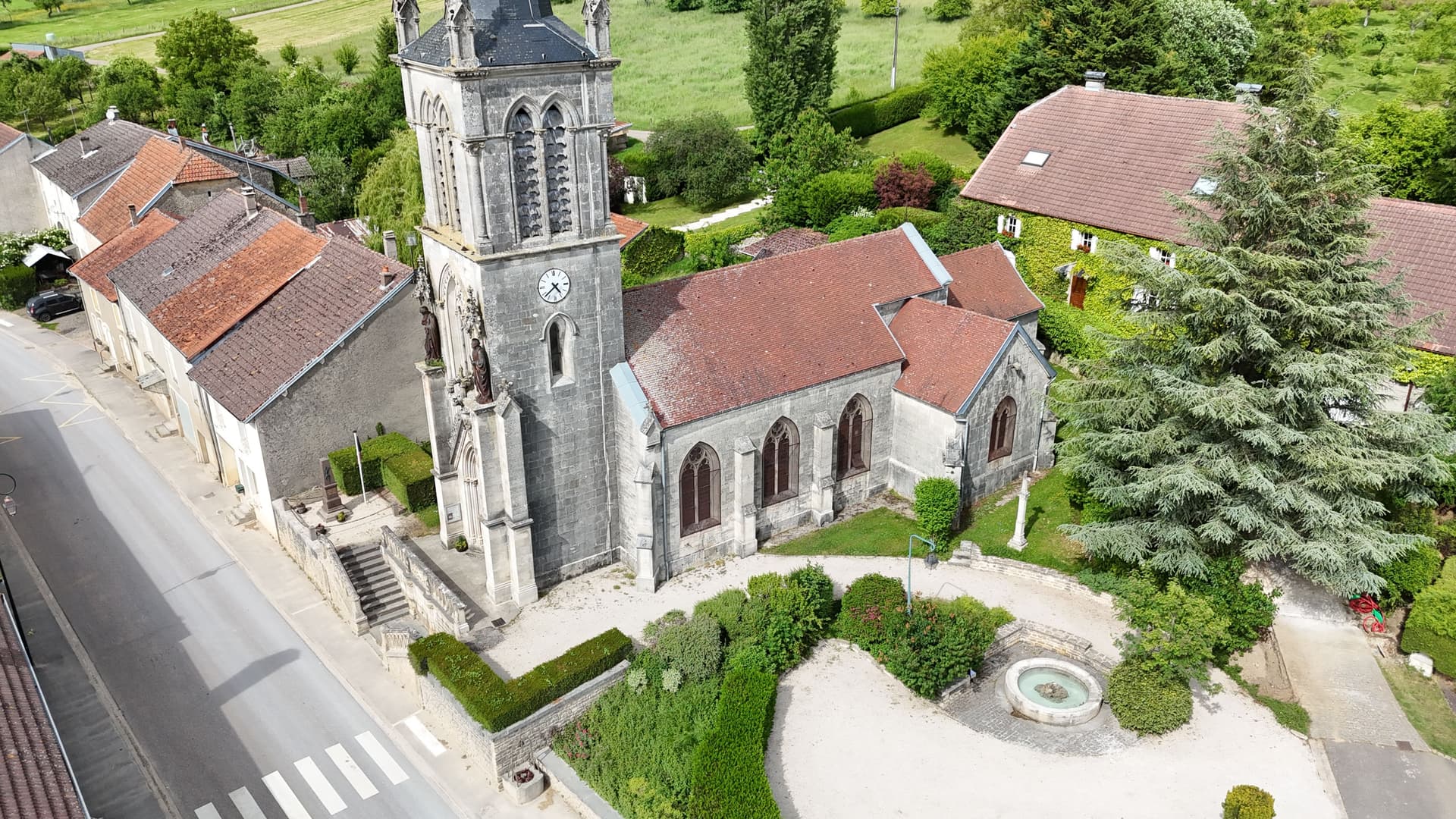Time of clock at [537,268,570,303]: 4:38
